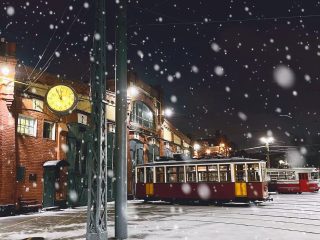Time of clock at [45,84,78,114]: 11:55
